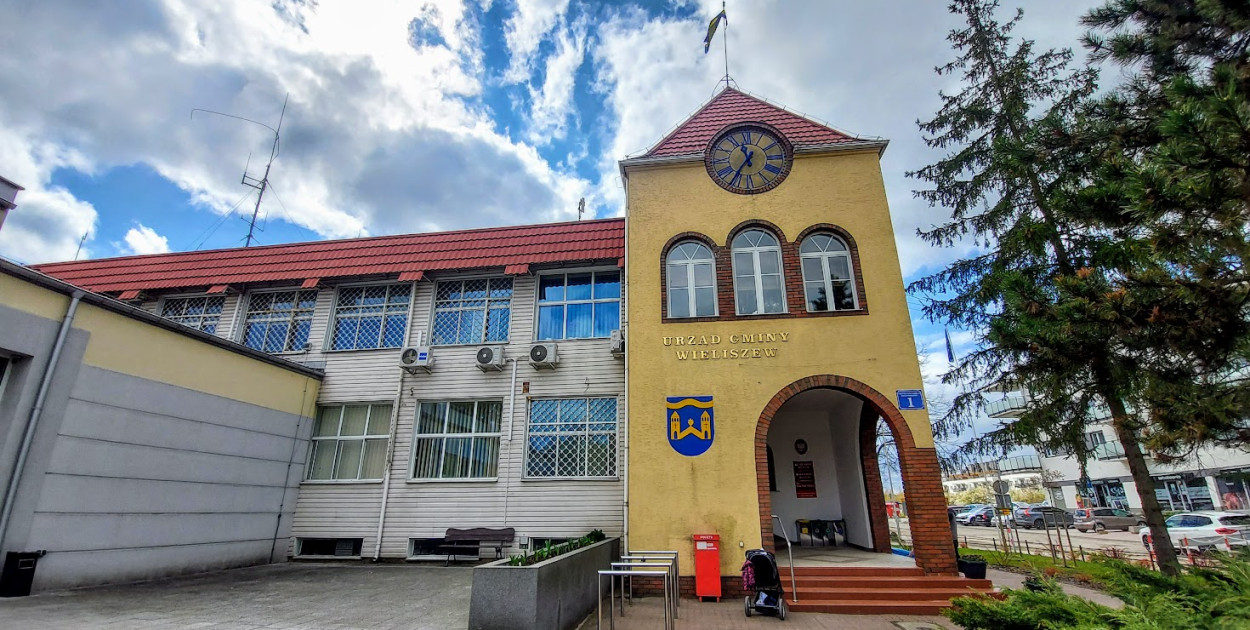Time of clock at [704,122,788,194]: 11:35
